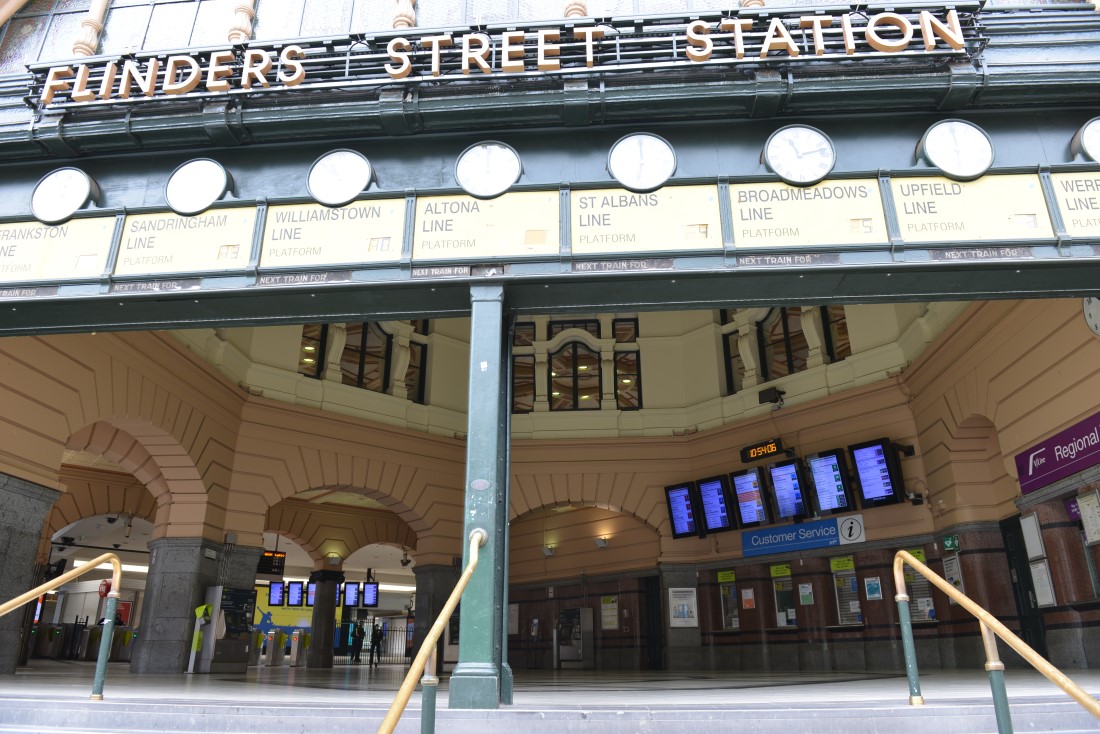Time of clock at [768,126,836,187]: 11:12
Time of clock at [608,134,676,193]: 5:59
